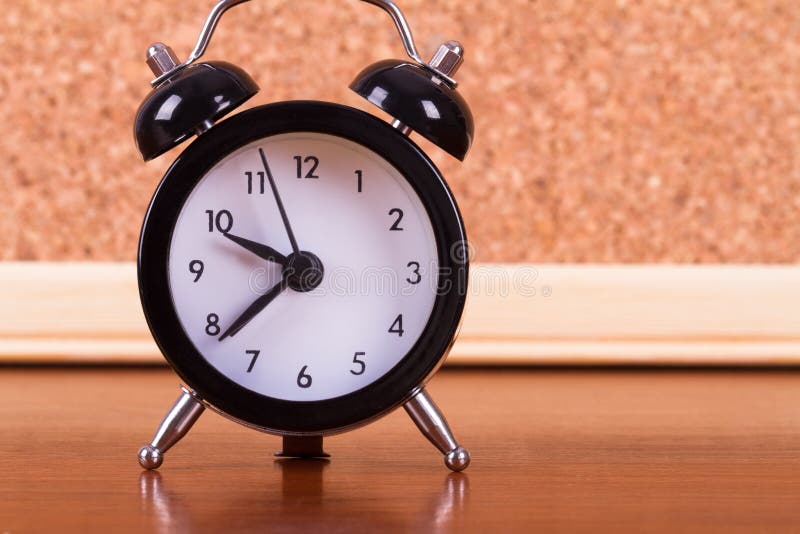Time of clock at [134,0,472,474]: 9:38
